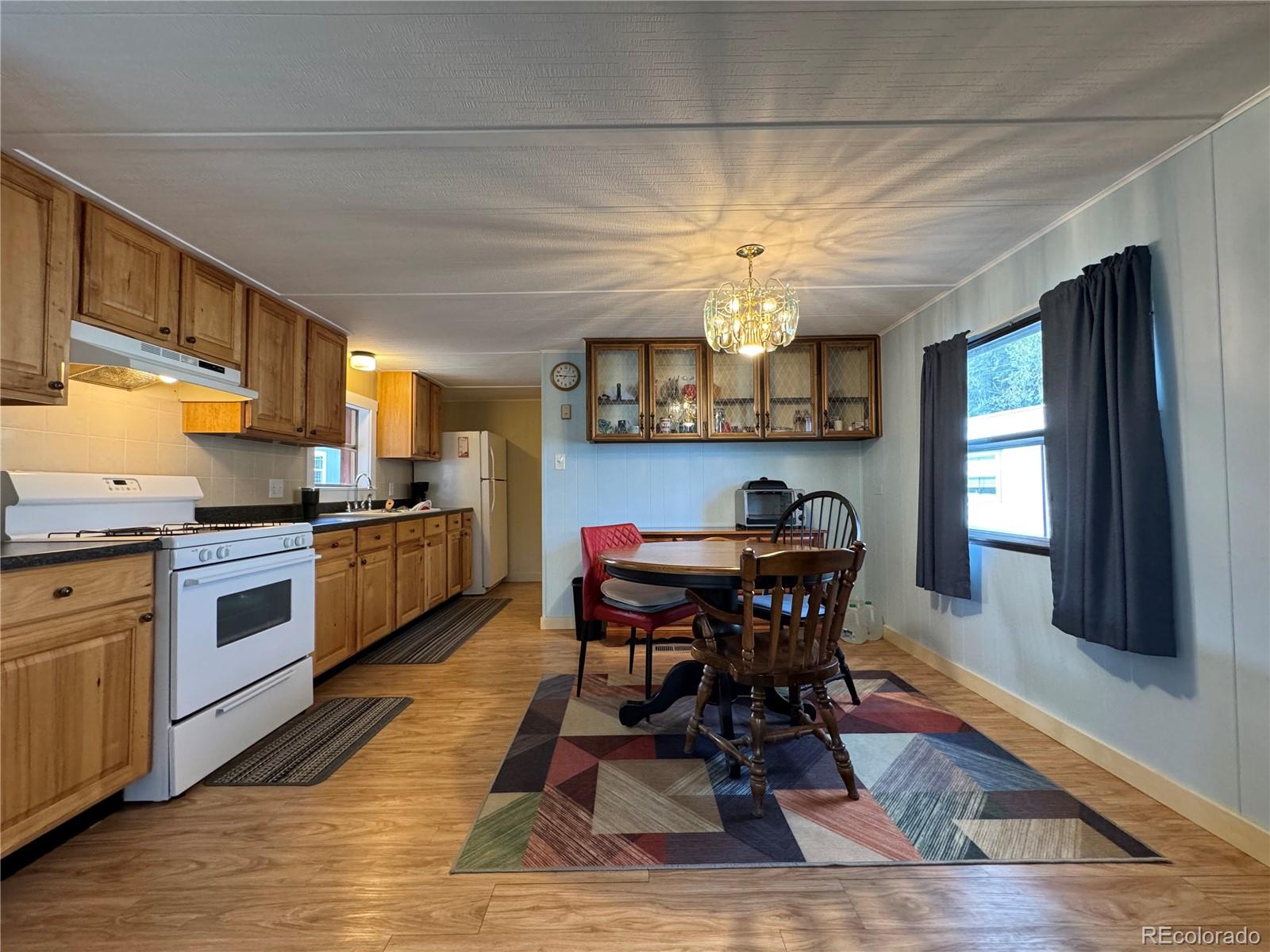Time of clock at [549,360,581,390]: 9:15
